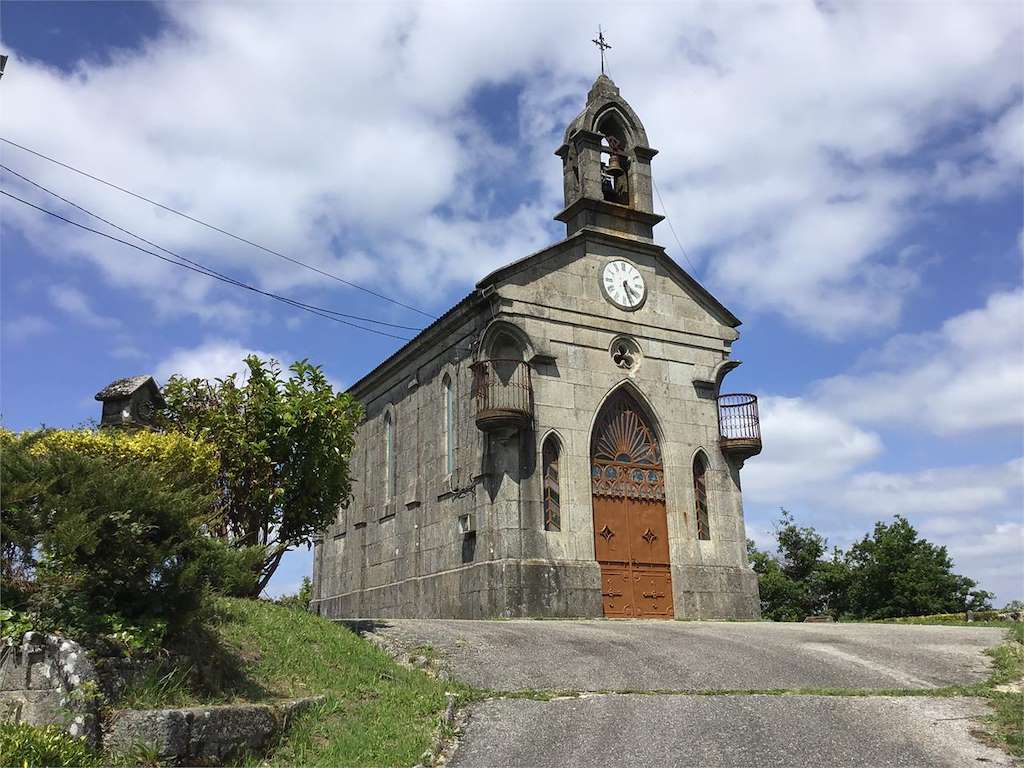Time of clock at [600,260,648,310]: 4:26
